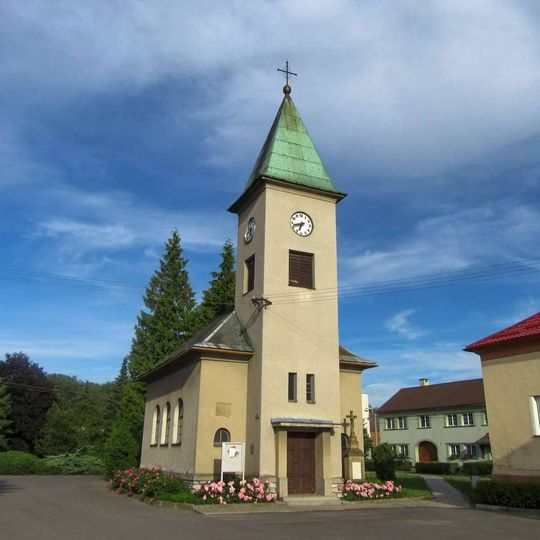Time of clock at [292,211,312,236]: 6:42
